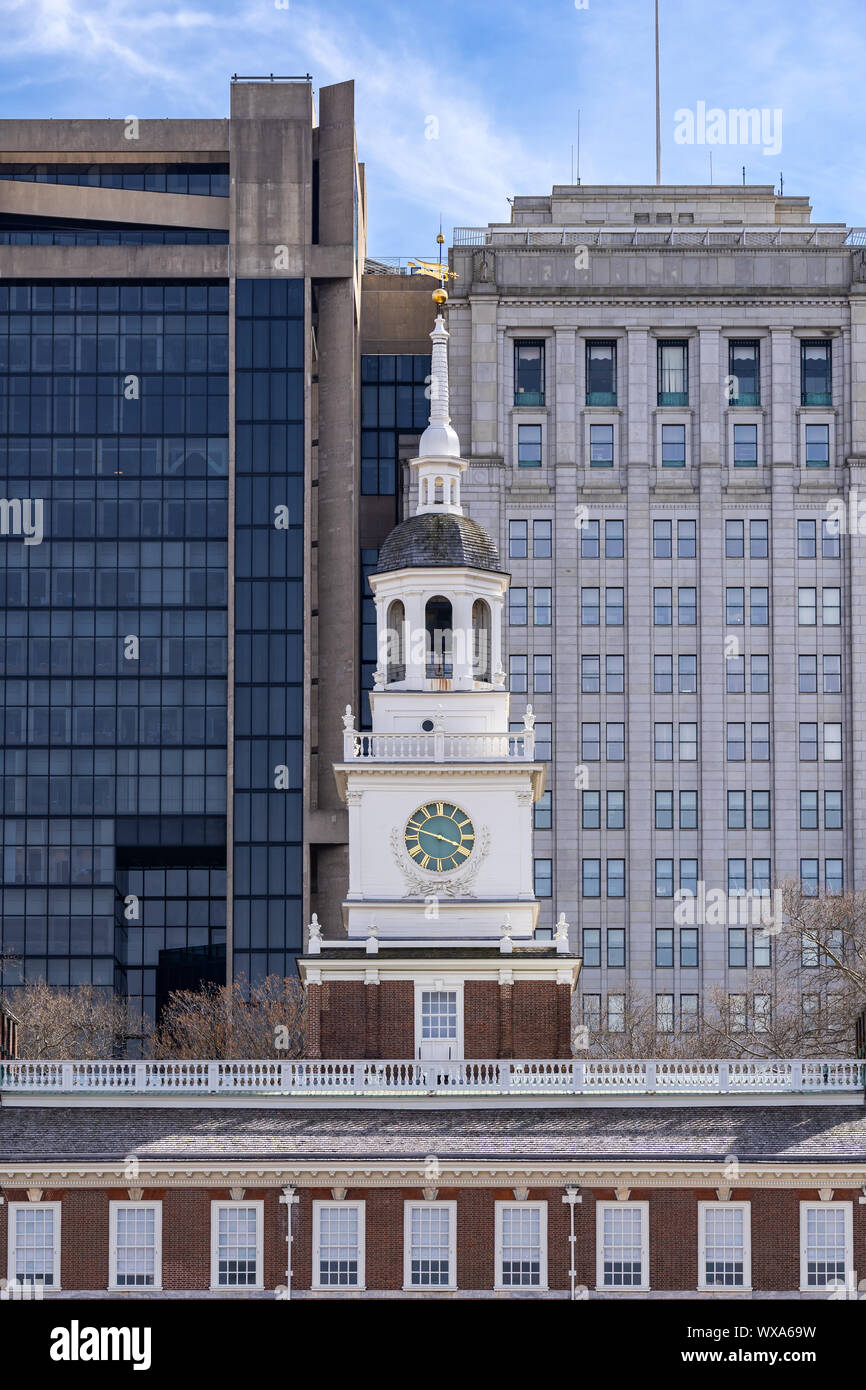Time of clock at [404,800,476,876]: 3:48
